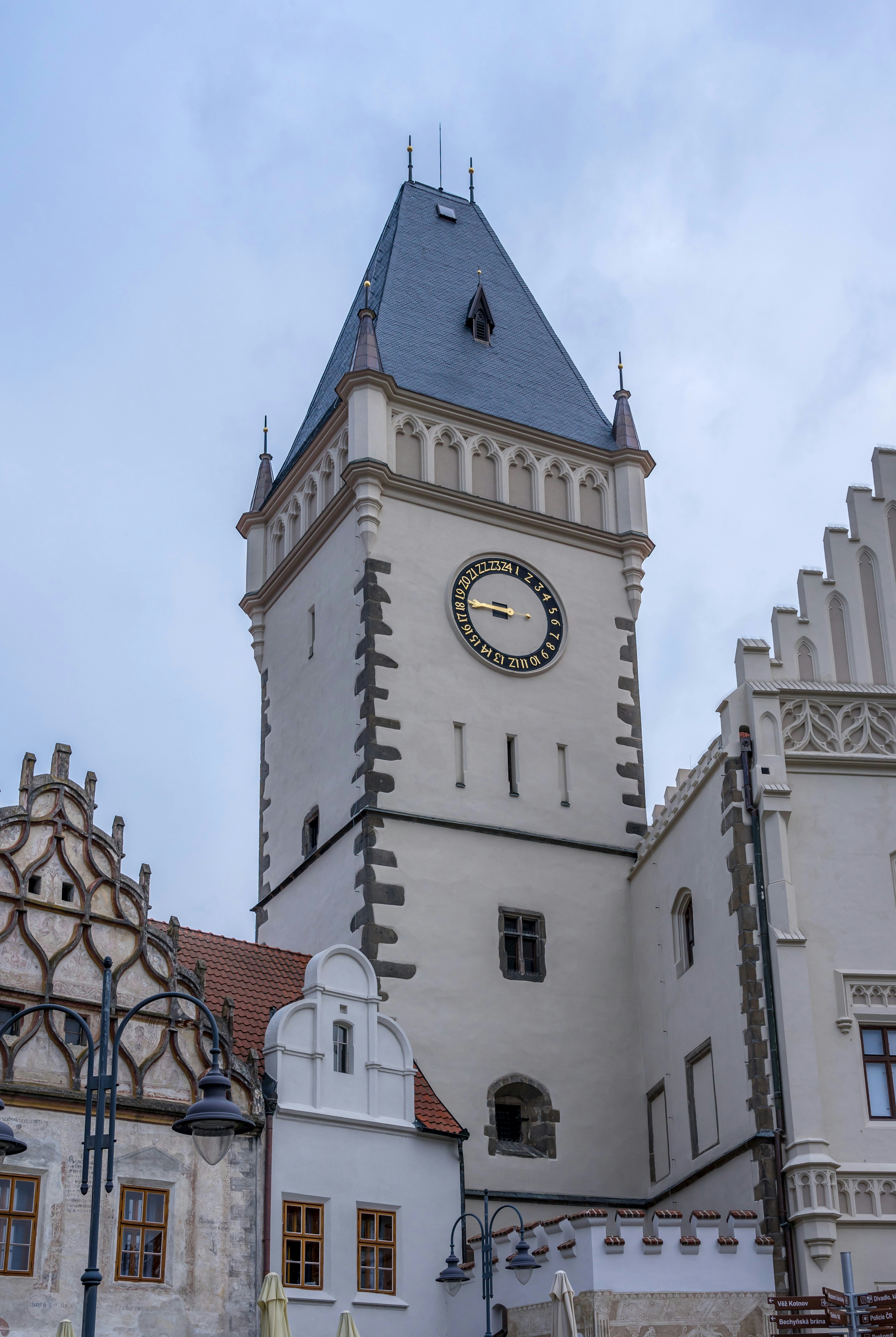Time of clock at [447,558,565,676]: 8:45
